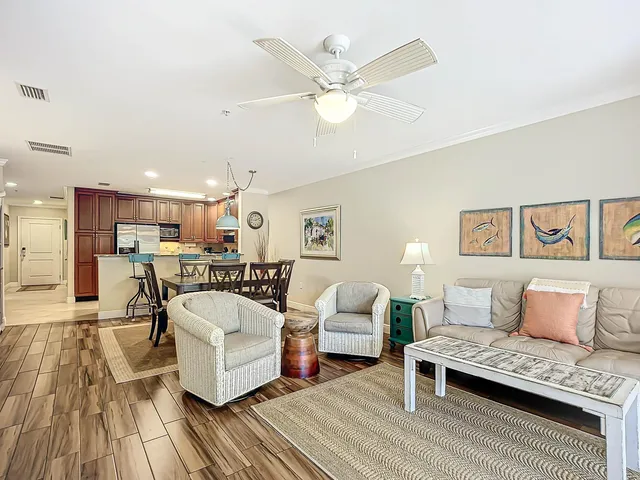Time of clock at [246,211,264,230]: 2:11
